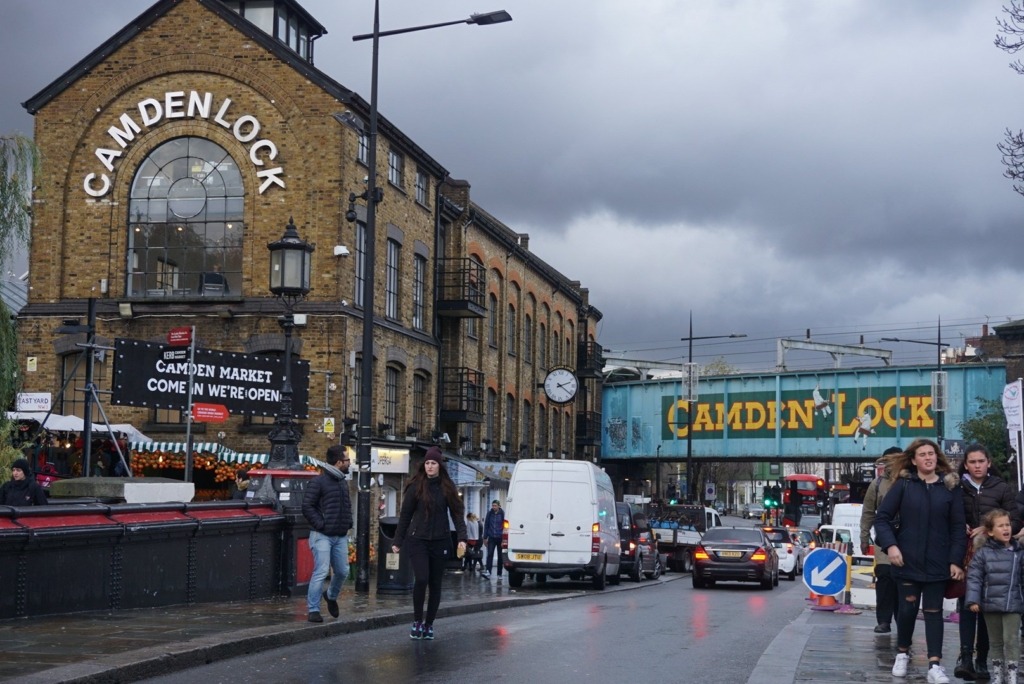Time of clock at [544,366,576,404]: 2:21
